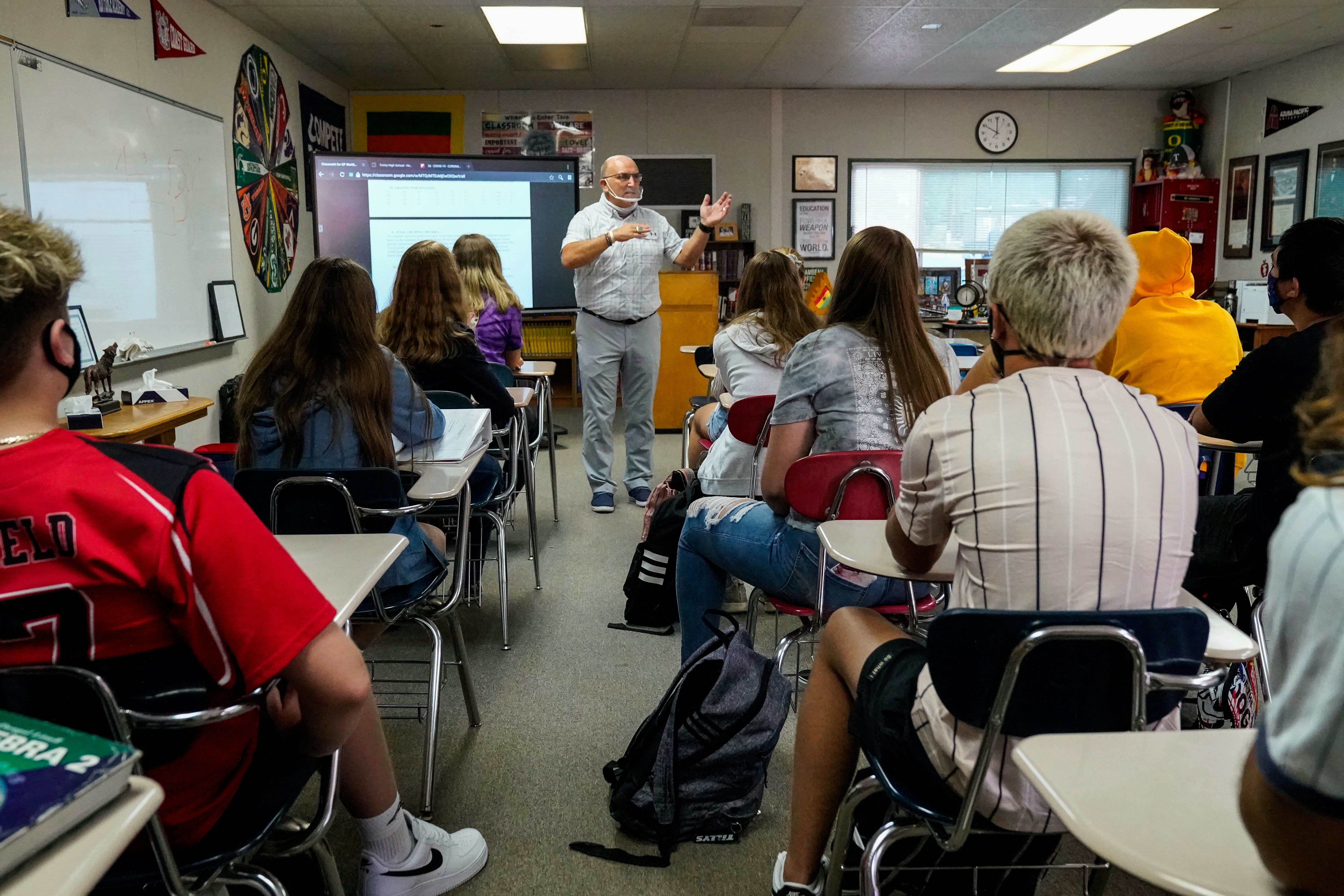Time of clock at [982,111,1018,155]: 10:00
